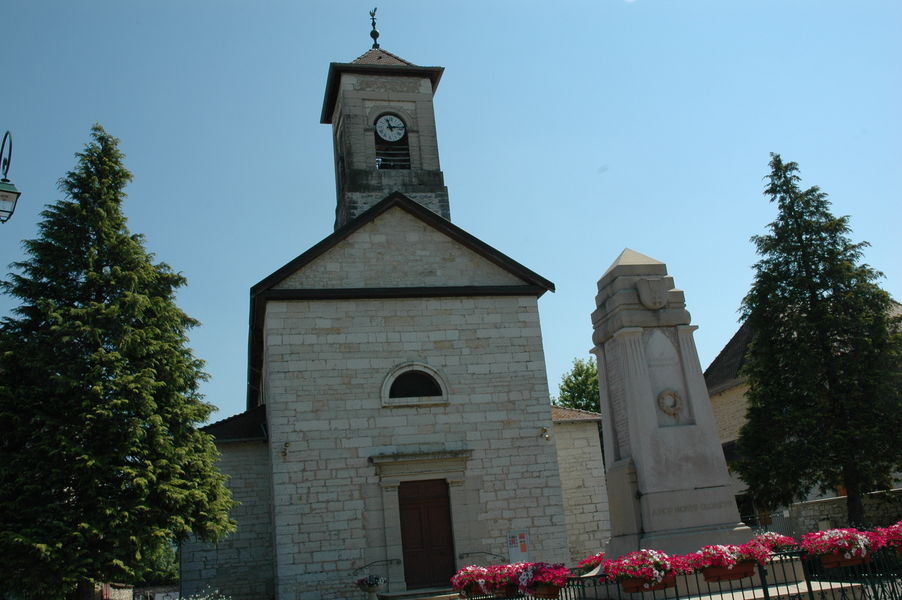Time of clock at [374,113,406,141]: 11:13
